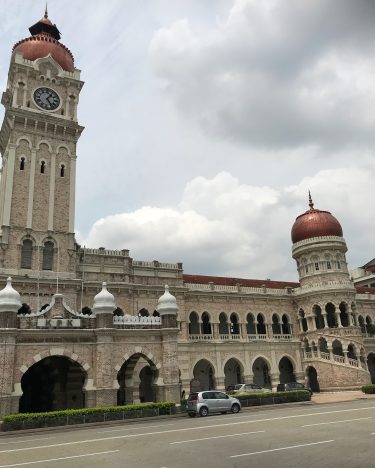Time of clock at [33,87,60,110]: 5:06
